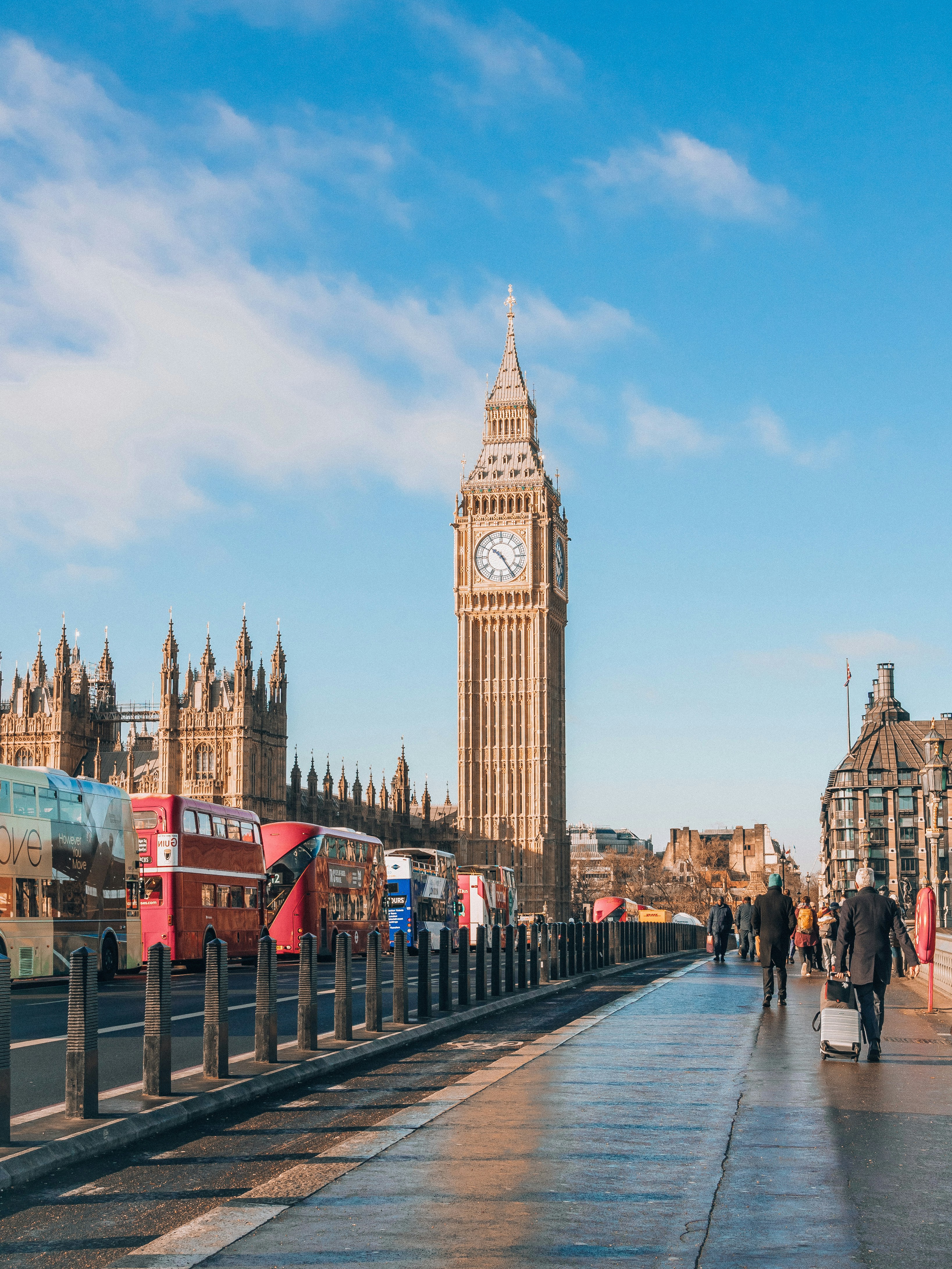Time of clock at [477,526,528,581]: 10:24
